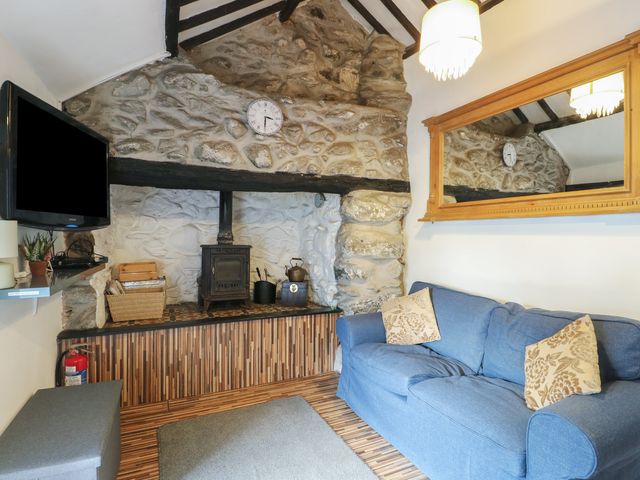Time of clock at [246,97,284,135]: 3:30
